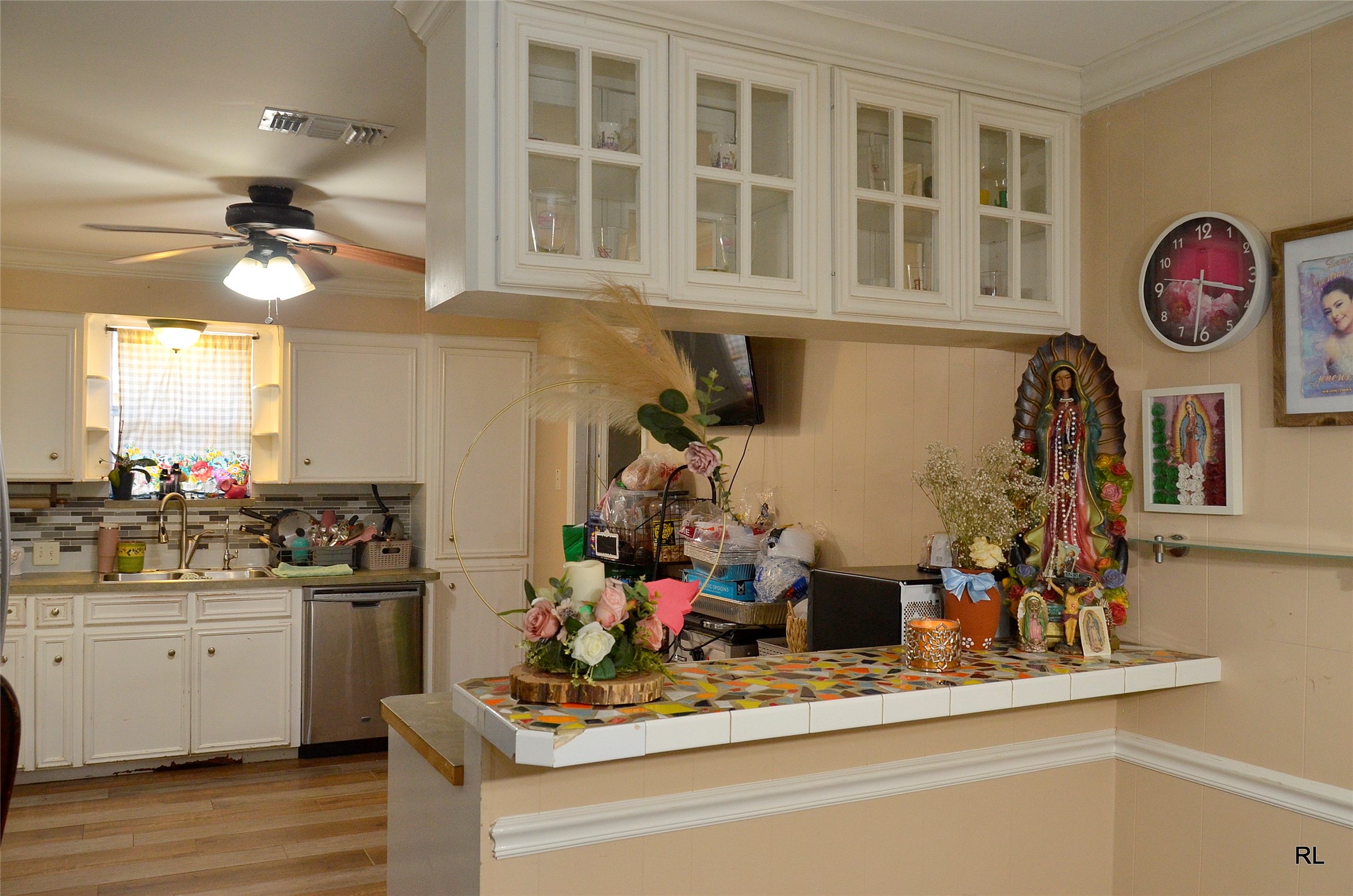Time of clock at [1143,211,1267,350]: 3:31
